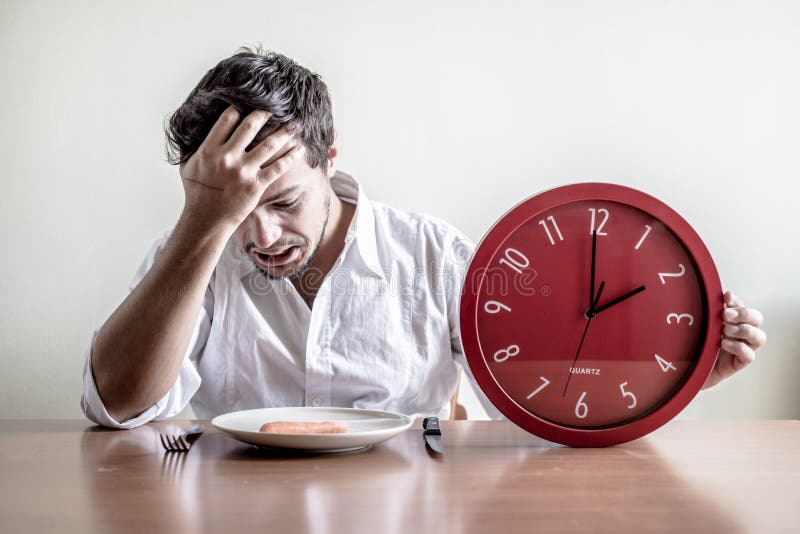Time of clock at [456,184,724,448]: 1:59
